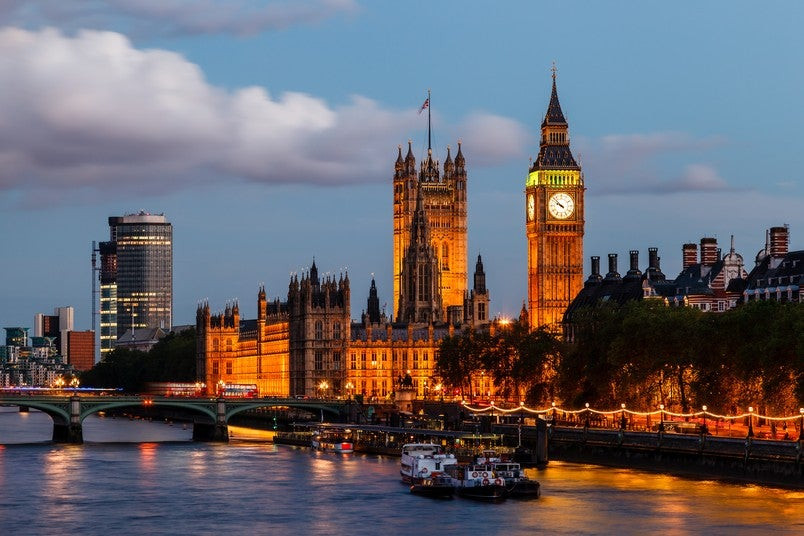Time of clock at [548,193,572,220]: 9:52
